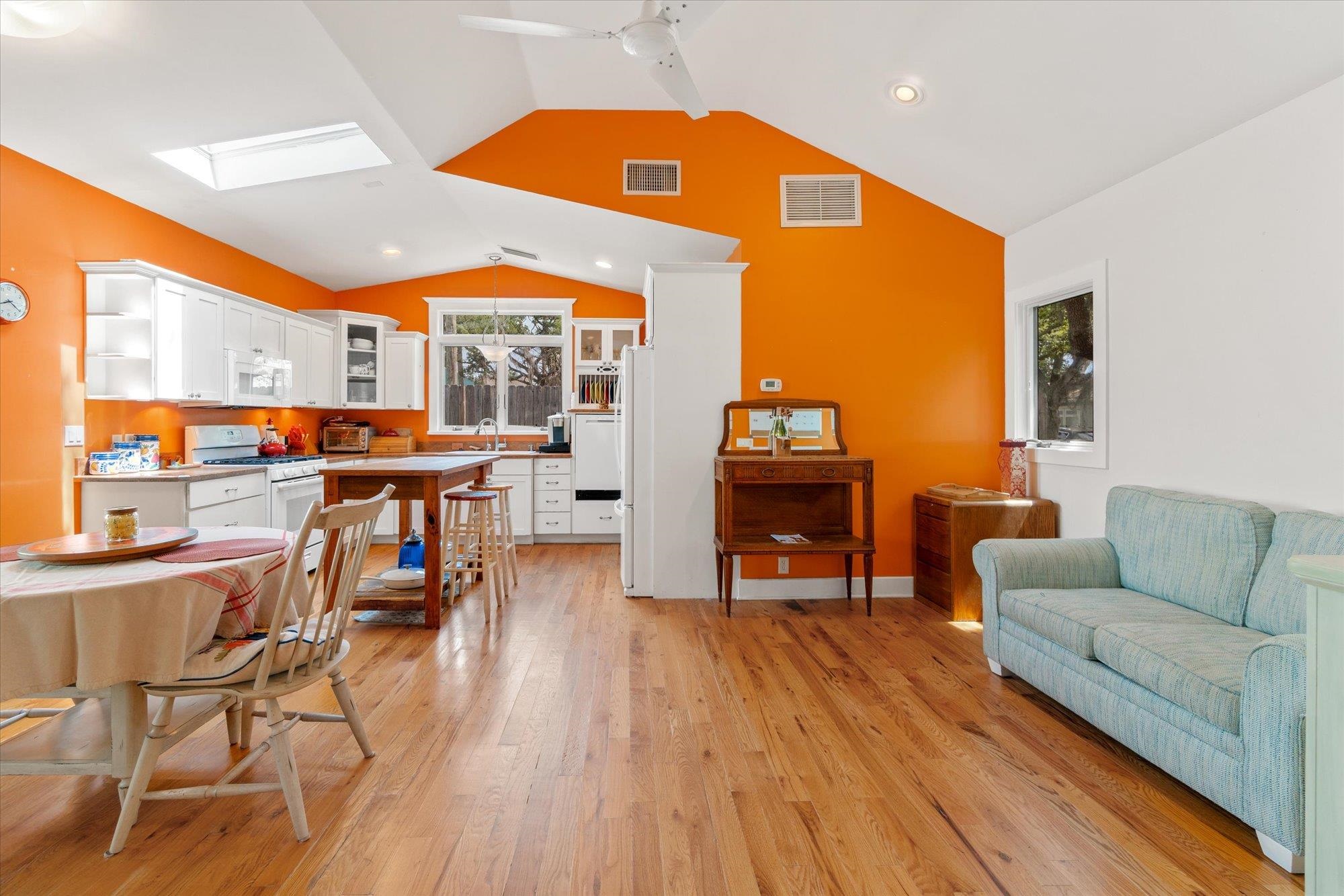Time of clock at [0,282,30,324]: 8:20
